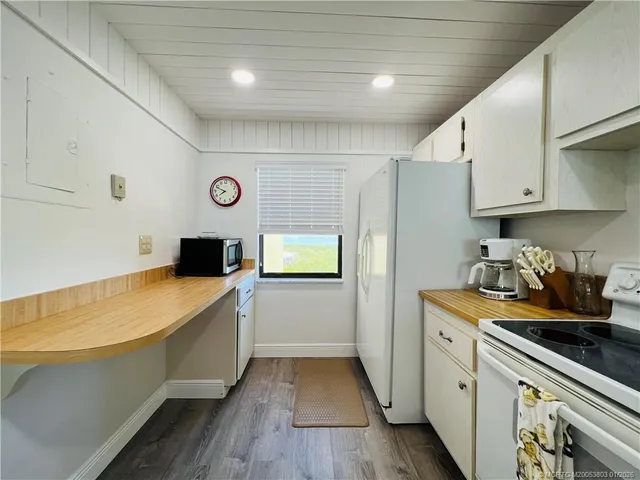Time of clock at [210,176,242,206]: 7:48
